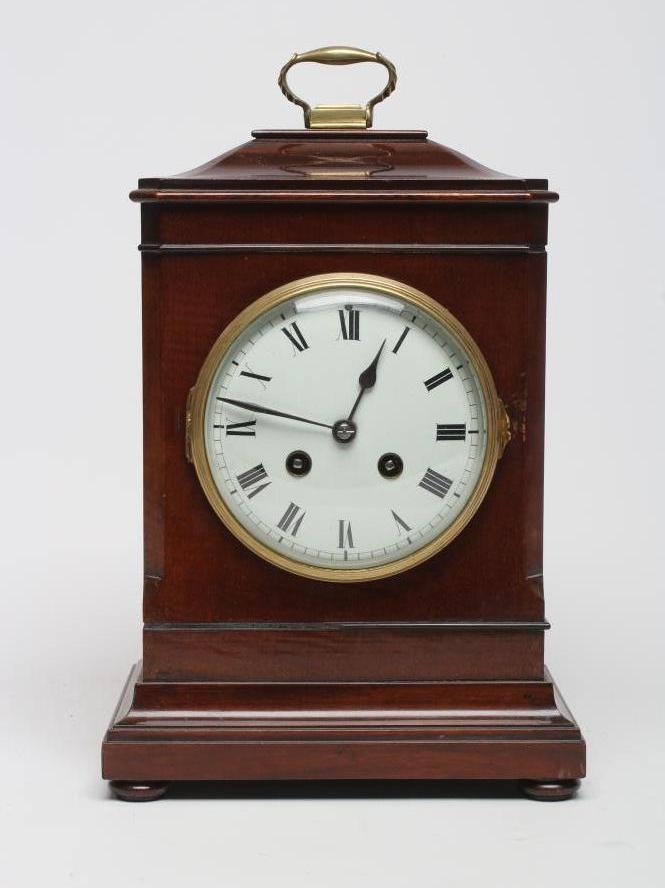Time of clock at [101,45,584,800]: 12:47
